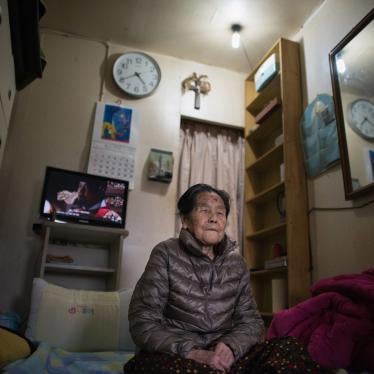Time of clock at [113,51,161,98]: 4:40
